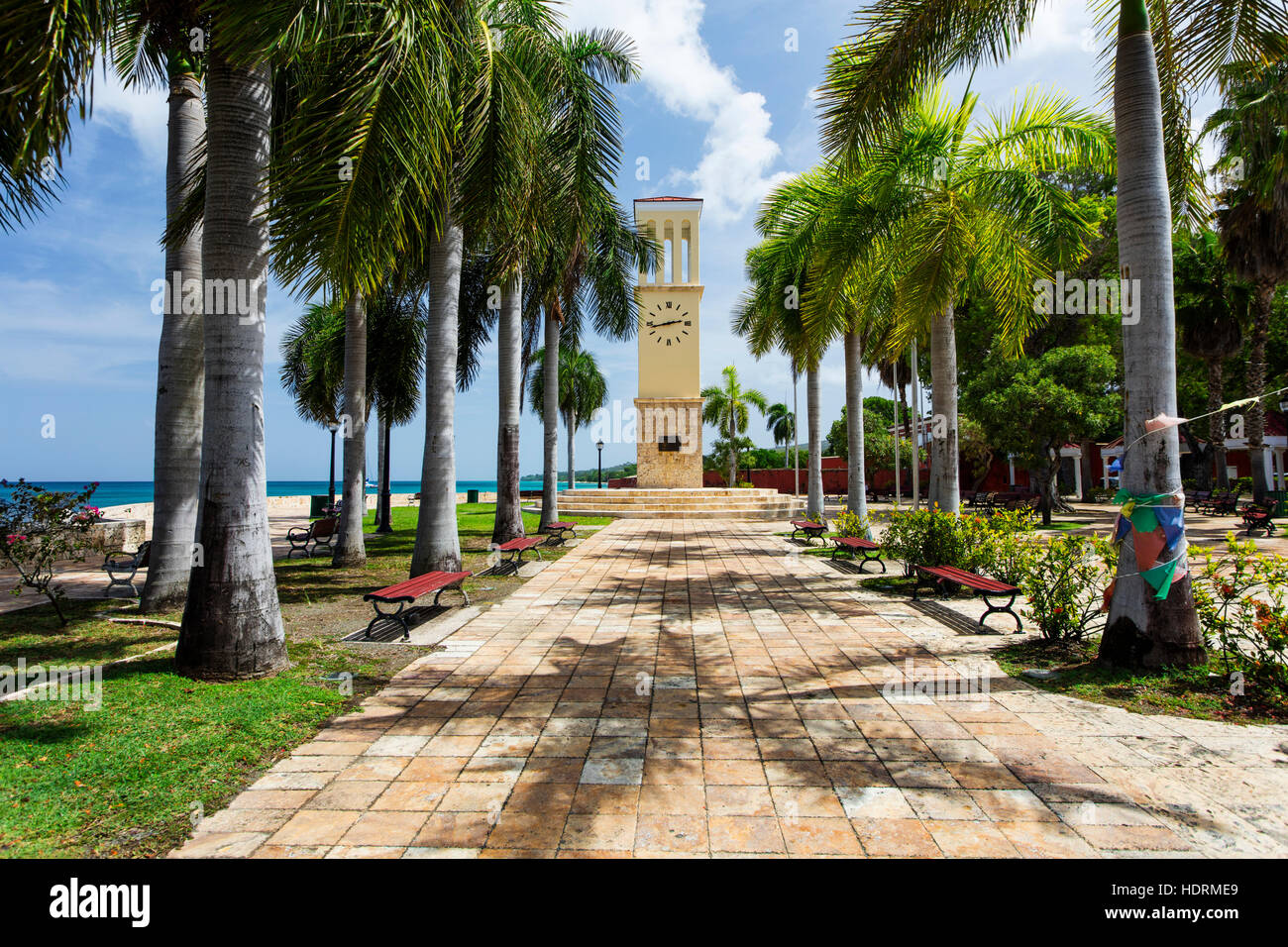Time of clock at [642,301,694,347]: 2:42
